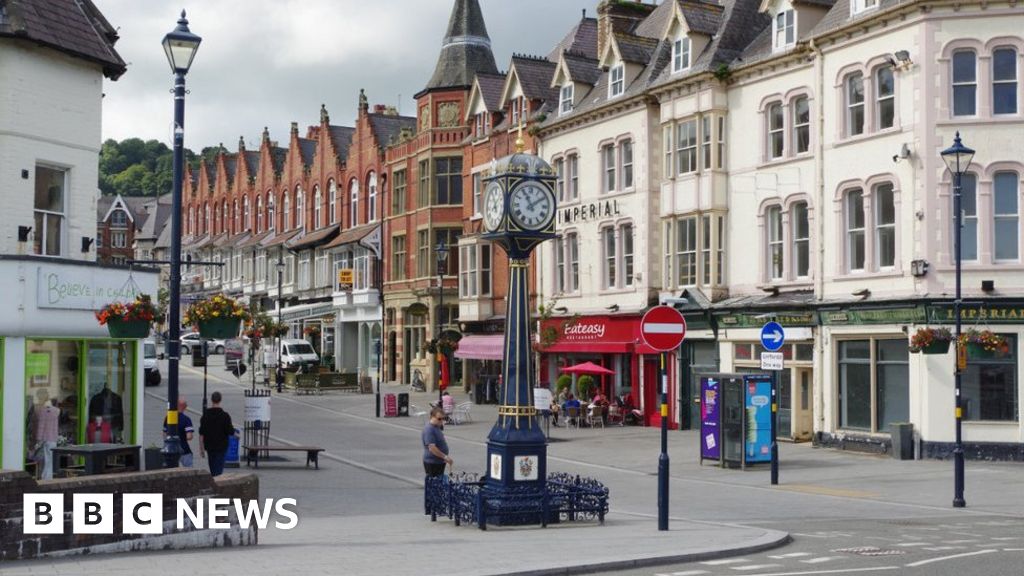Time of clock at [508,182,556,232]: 11:09
